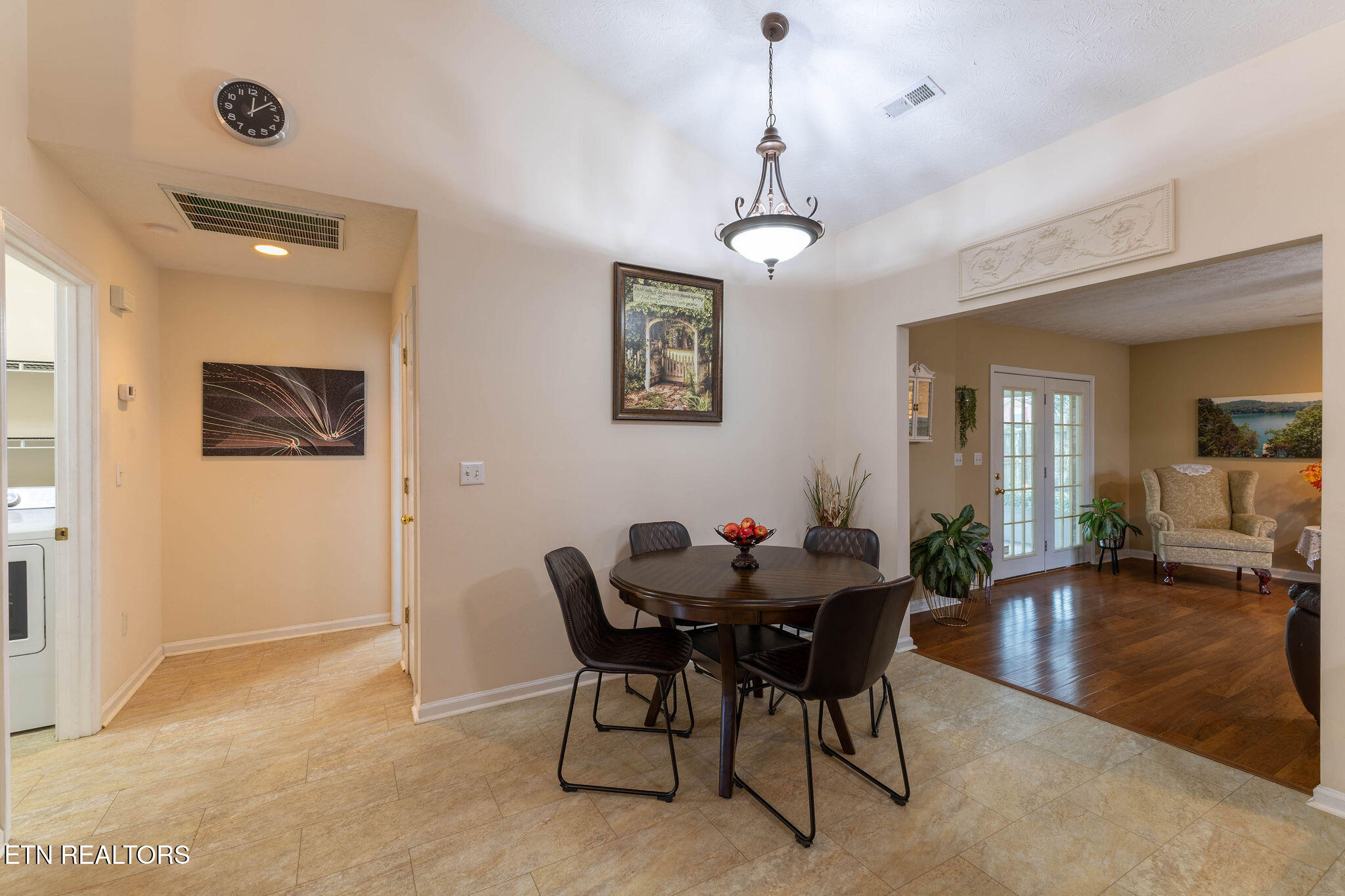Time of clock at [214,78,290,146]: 12:07
